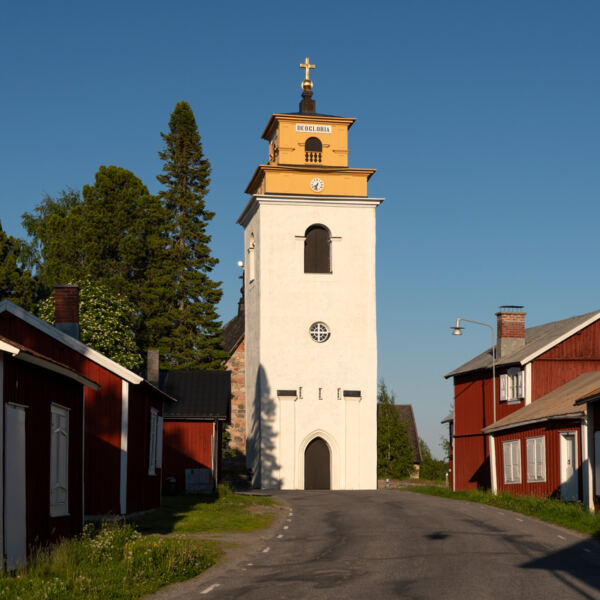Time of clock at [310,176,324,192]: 7:32
